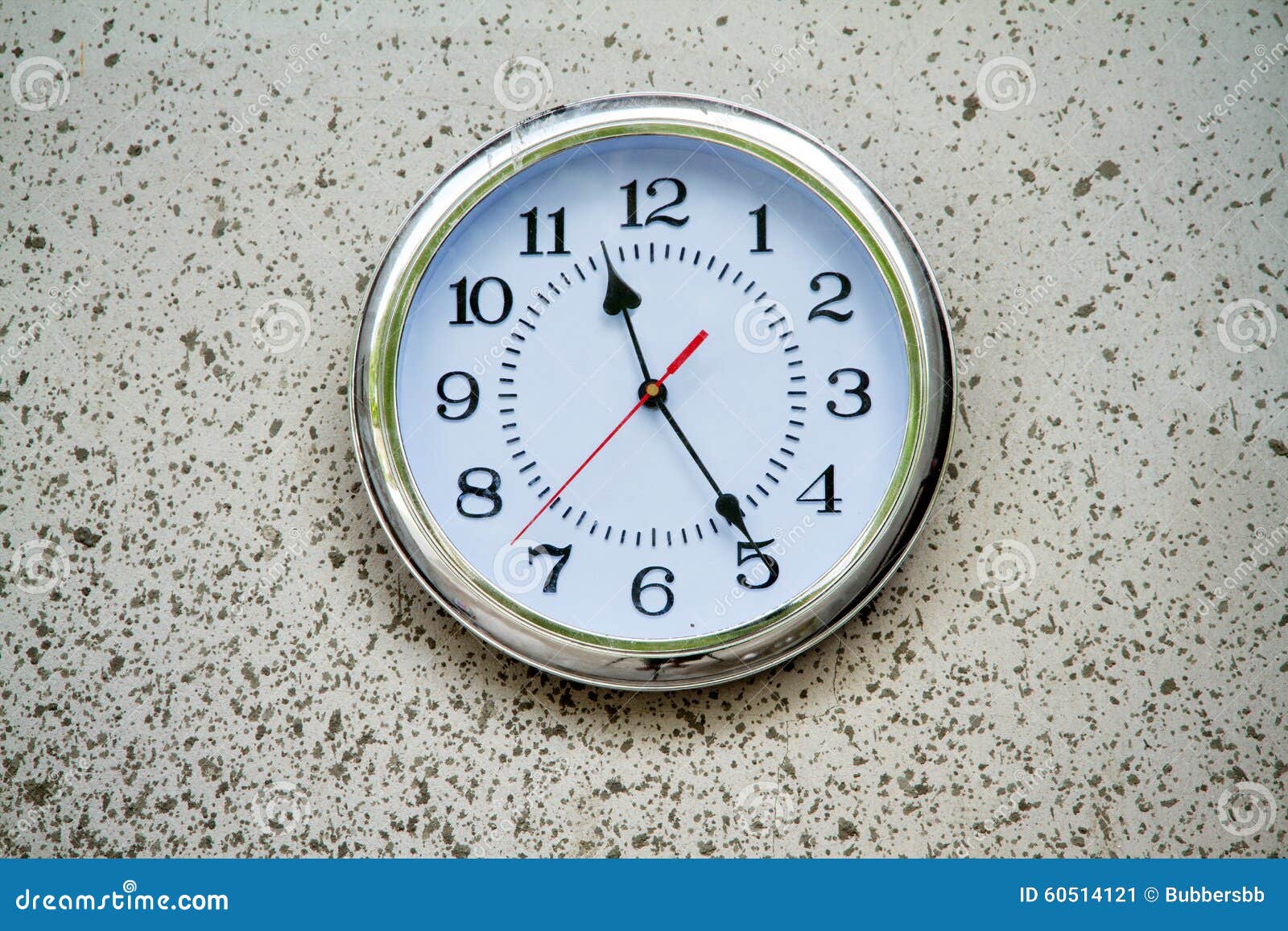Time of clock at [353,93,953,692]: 11:24
